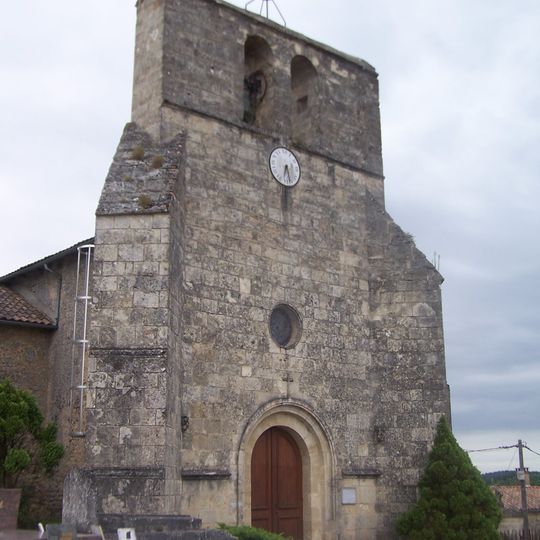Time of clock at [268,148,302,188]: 6:27
